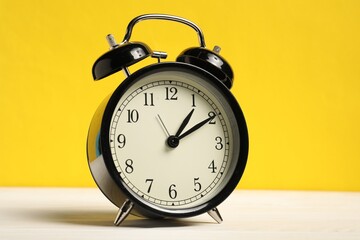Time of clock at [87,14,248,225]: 1:09
